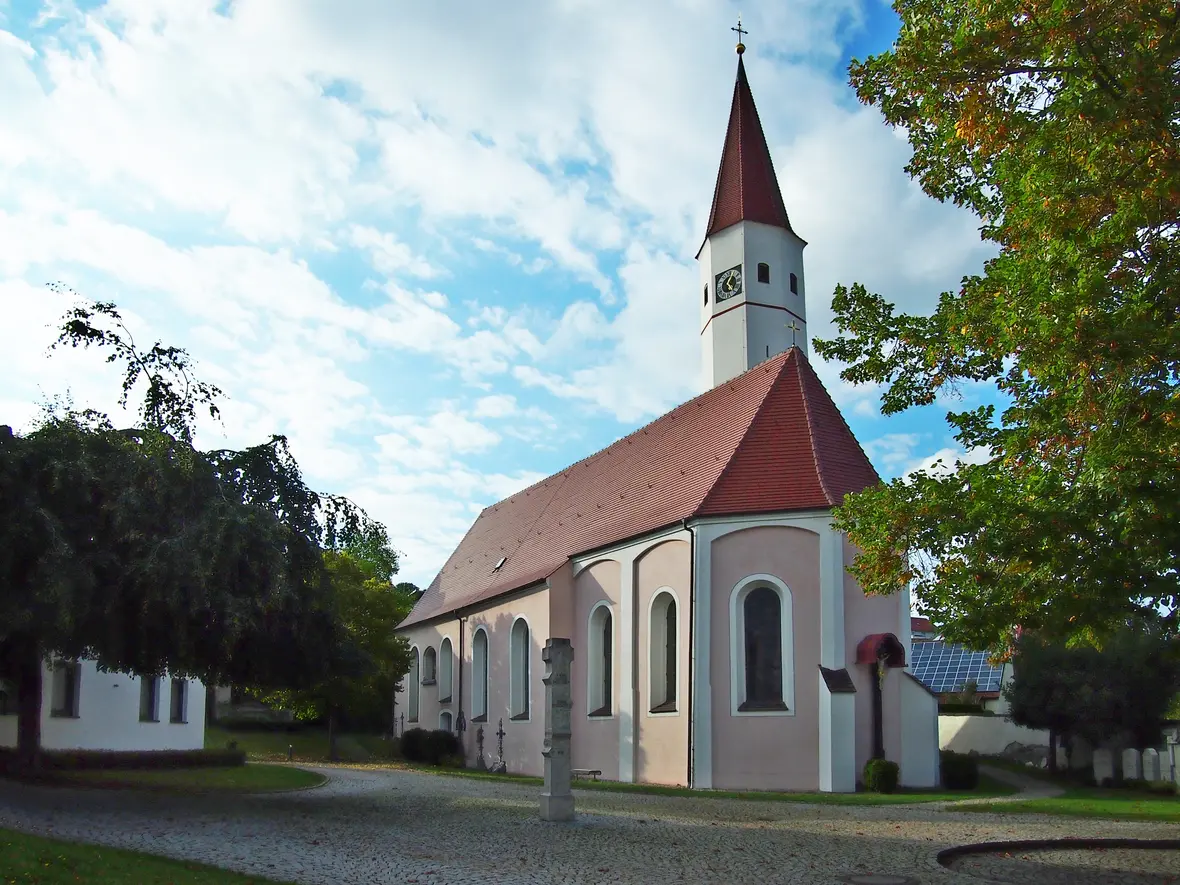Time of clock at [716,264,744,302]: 1:23
